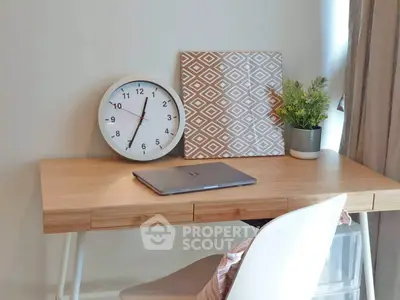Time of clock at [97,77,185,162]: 12:34
